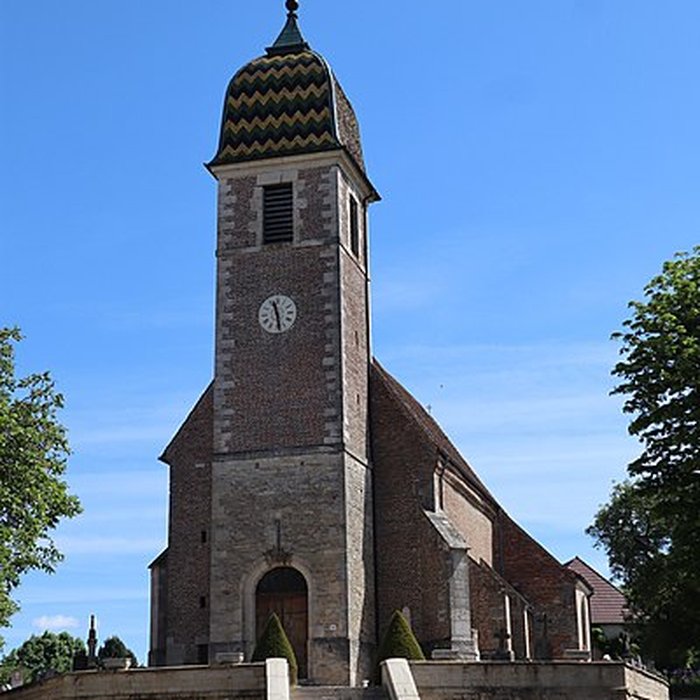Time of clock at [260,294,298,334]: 11:28
